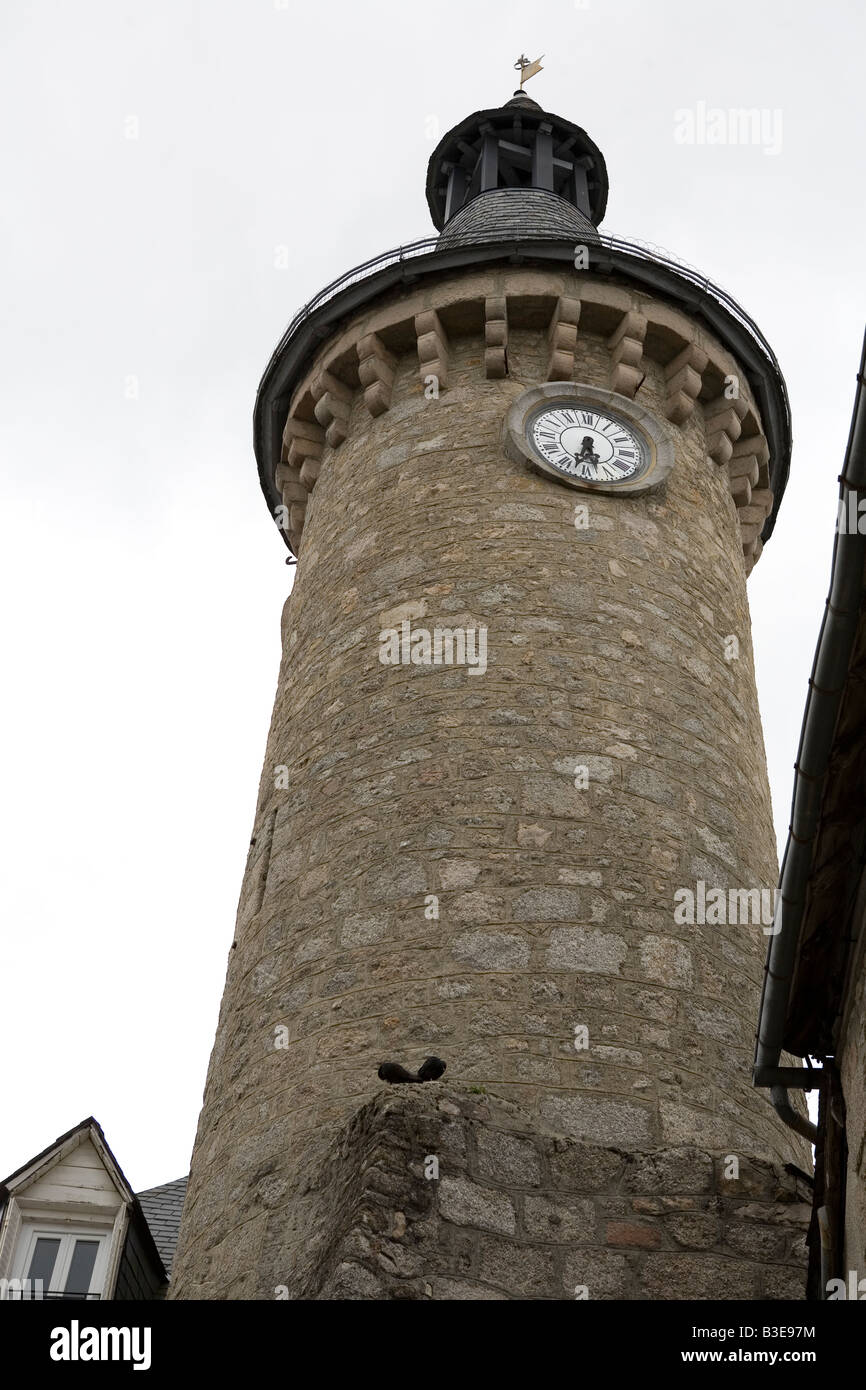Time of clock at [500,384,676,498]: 5:32
